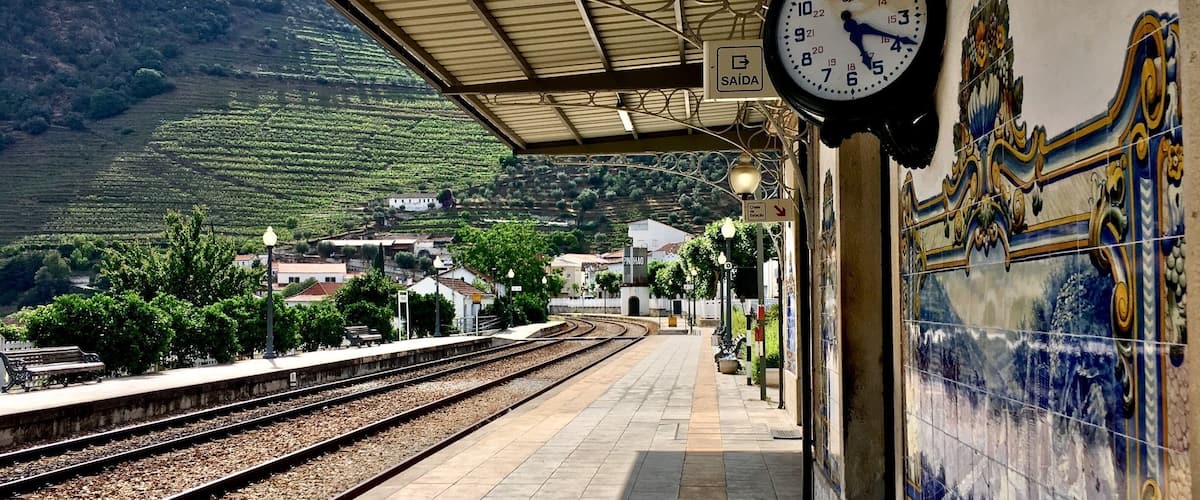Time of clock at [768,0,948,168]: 5:18
